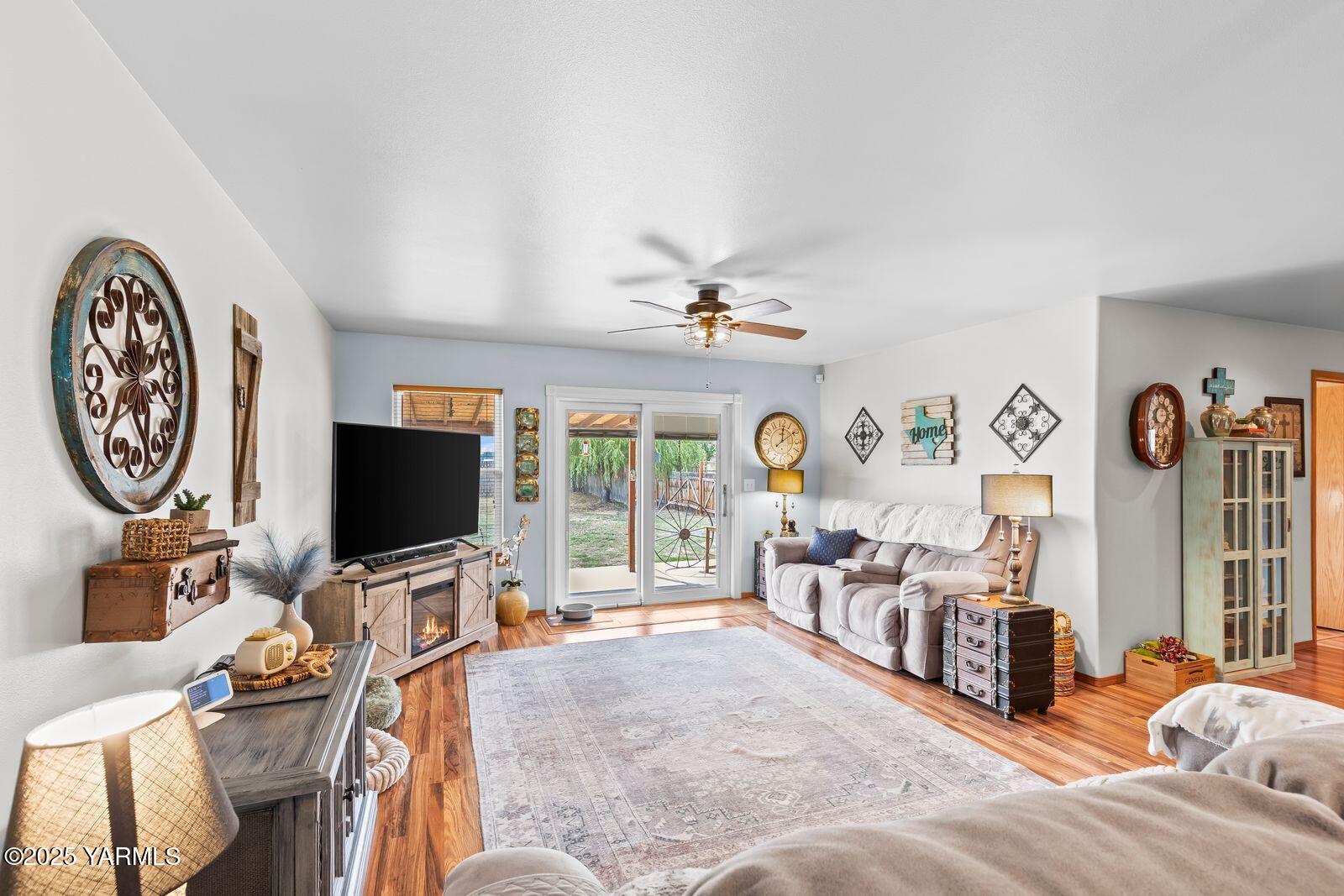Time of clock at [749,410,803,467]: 12:09
